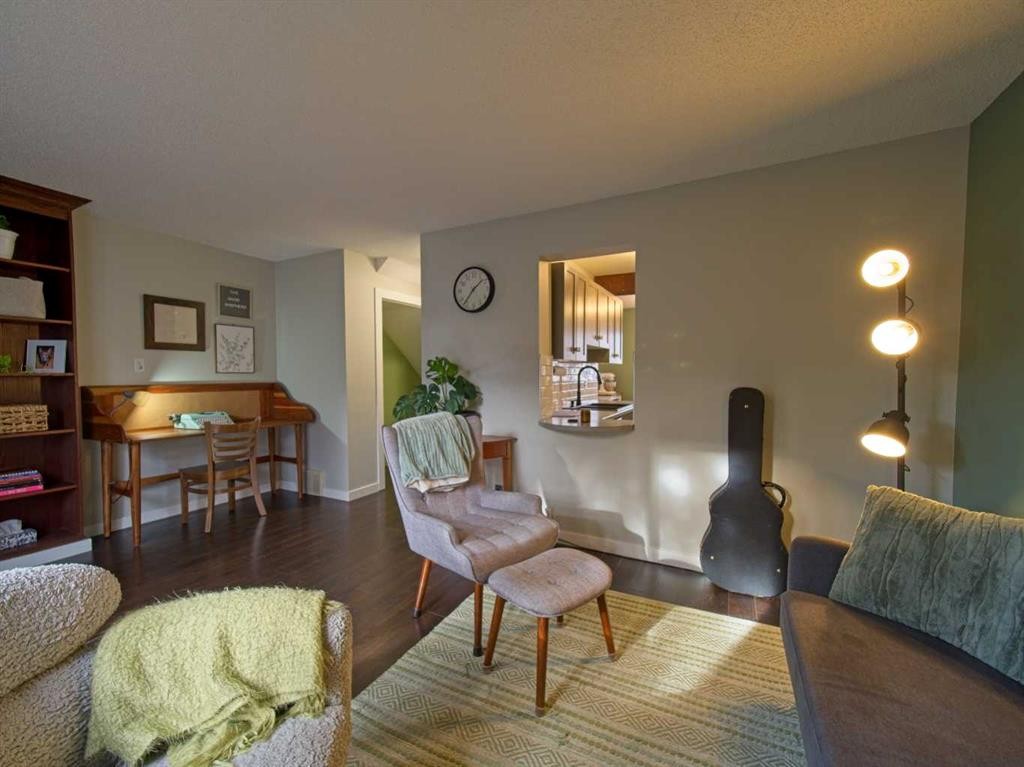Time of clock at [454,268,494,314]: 1:36
